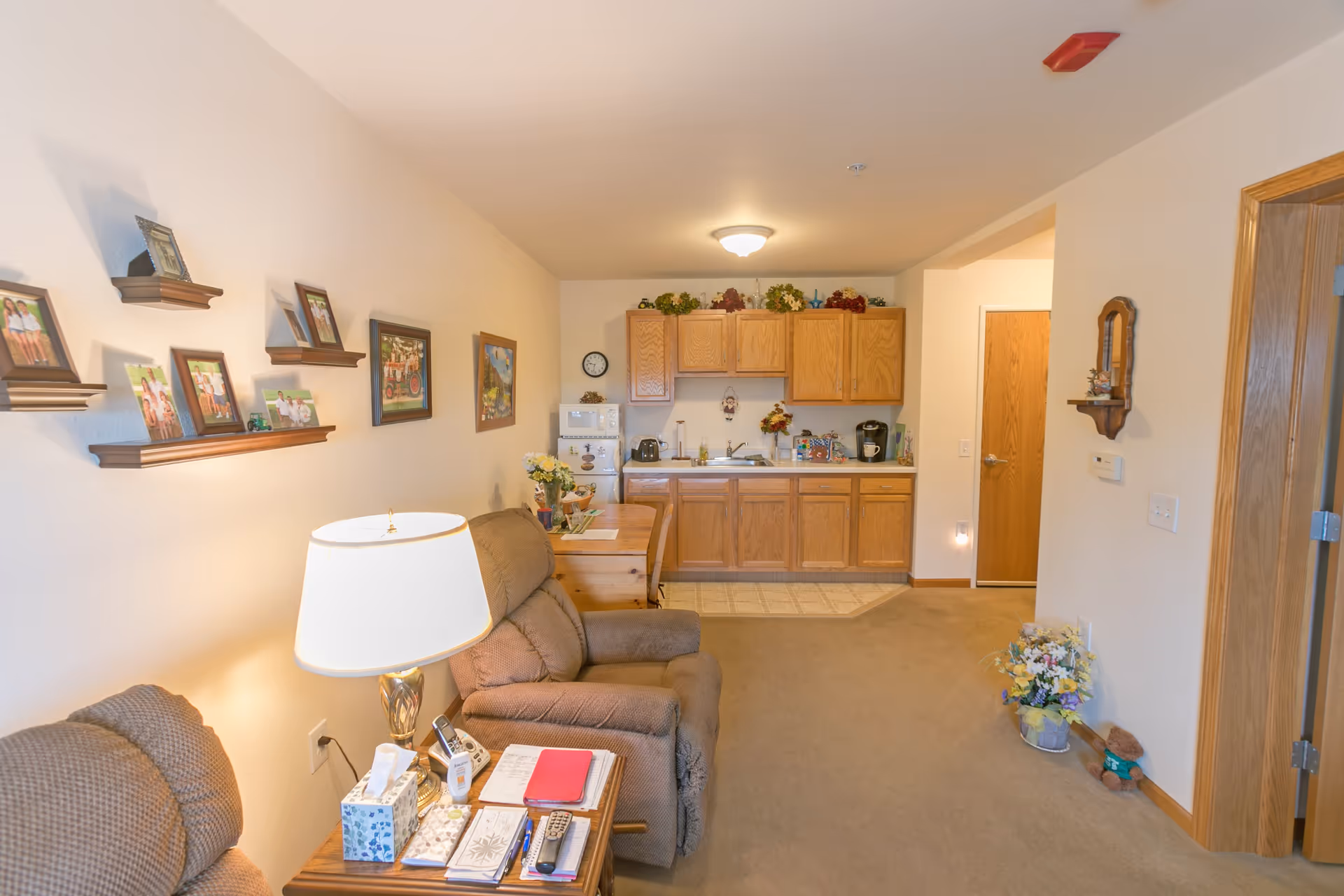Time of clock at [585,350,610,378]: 9:32
